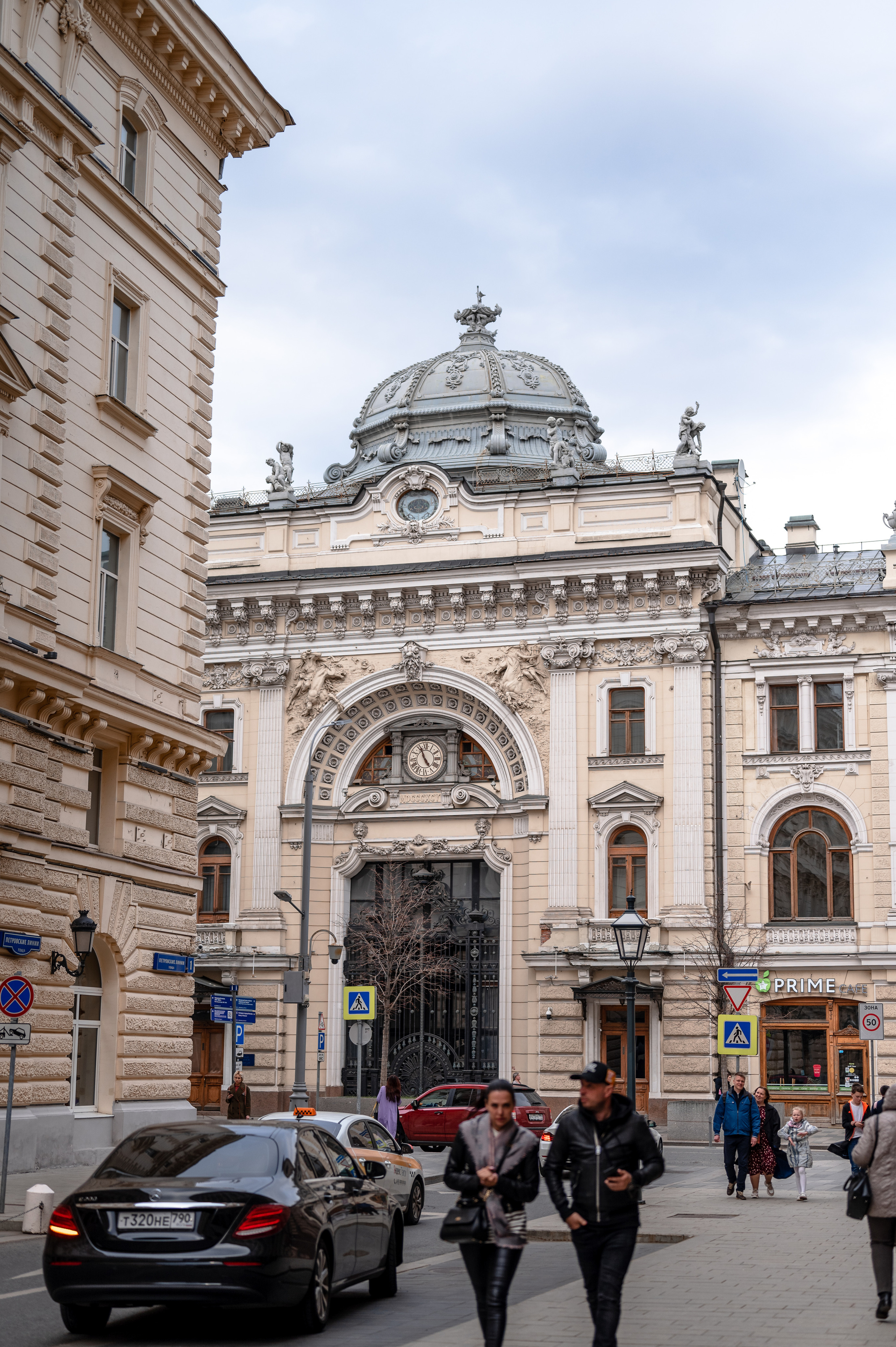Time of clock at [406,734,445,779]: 4:56
